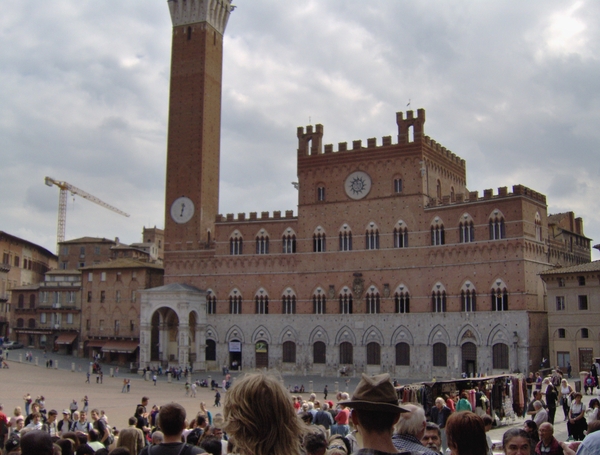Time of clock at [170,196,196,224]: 12:32
